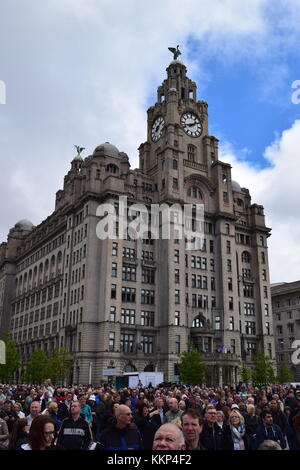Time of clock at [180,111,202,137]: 1:42
